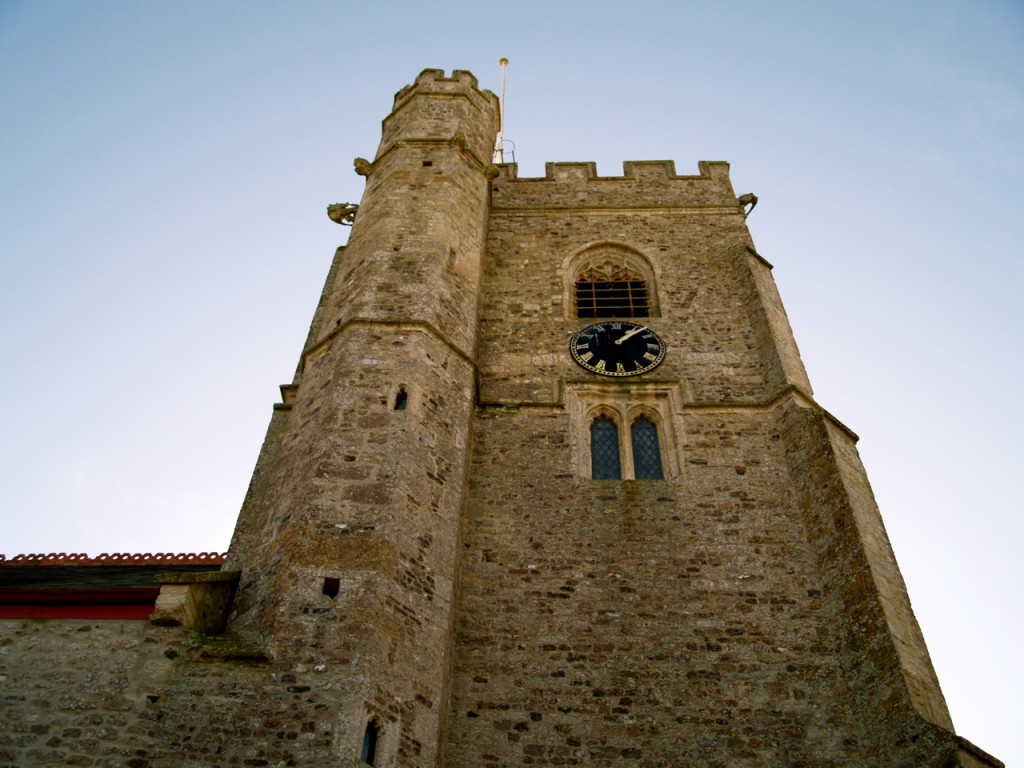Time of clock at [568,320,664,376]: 1:07
